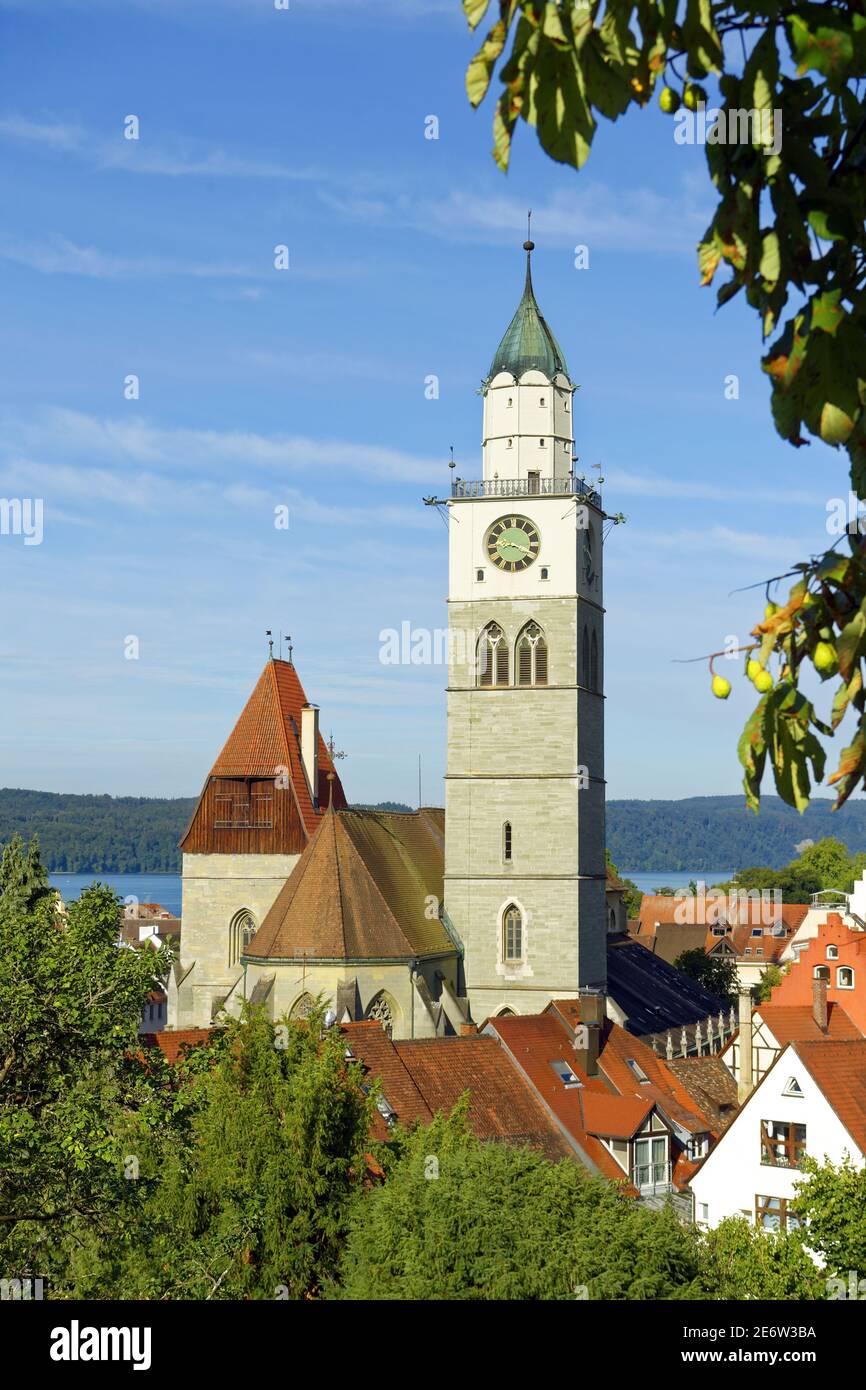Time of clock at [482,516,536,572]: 8:18
